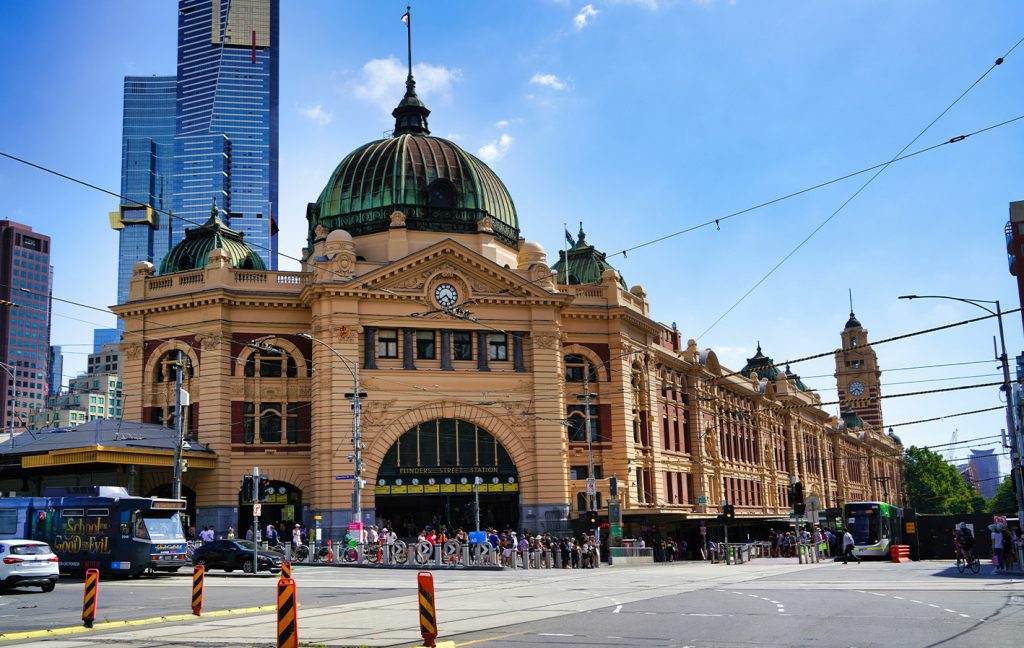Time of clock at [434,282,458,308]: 4:39
